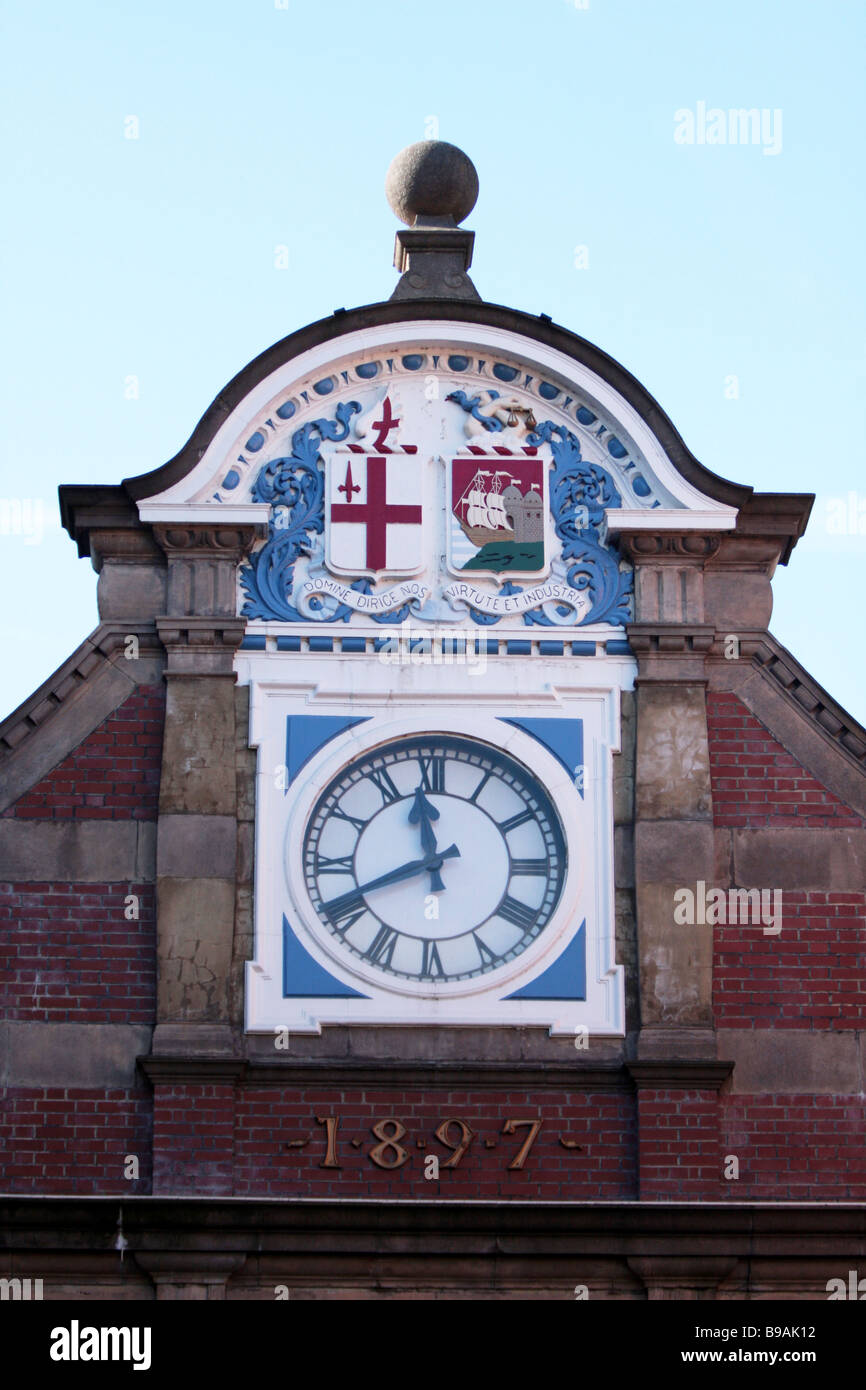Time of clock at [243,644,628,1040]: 11:40
